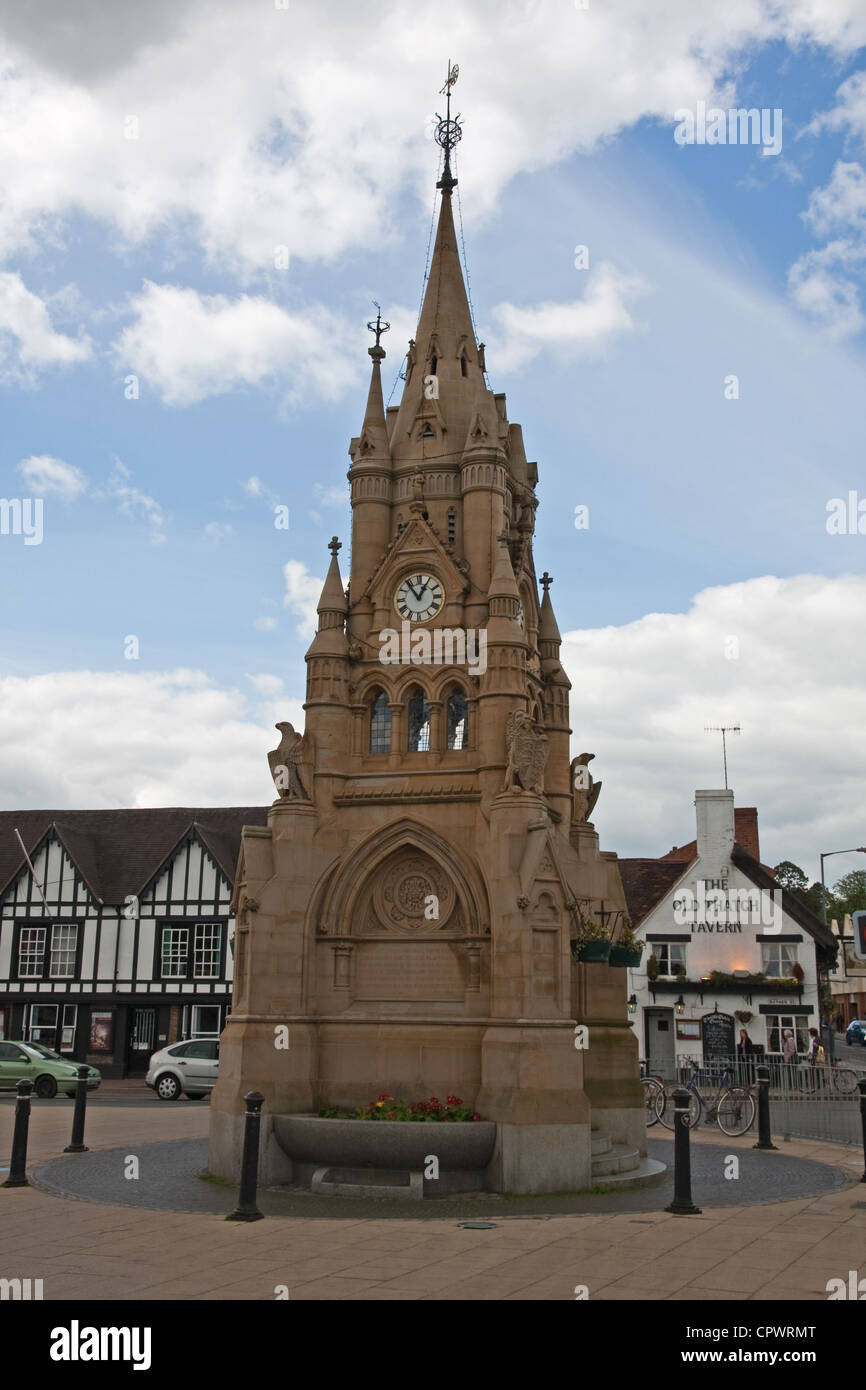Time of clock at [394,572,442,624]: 12:53
